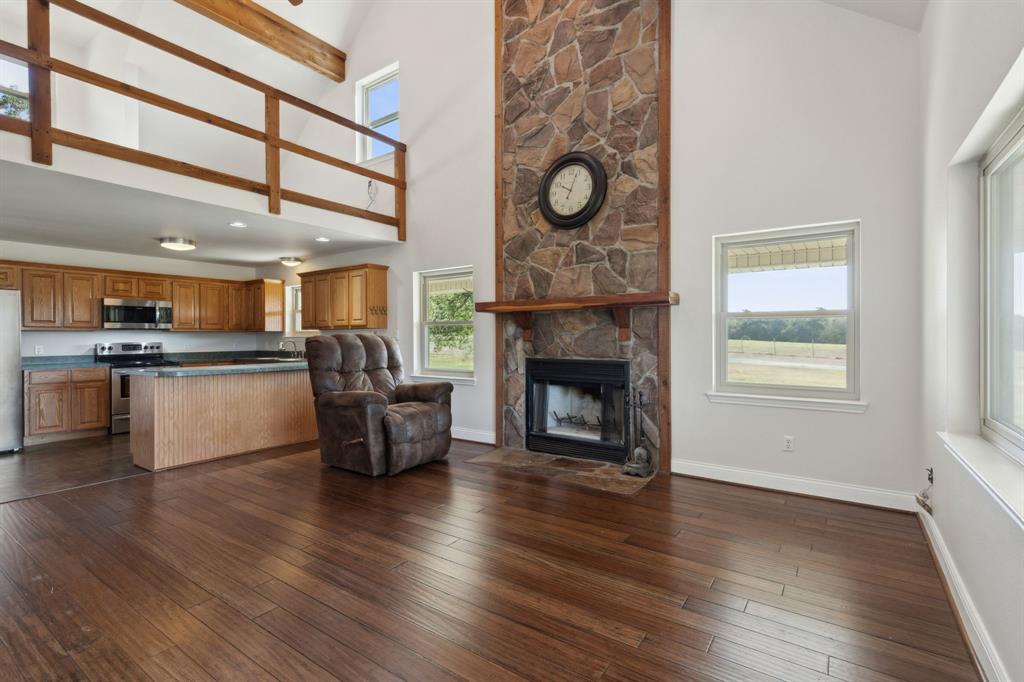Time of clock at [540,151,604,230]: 10:03
